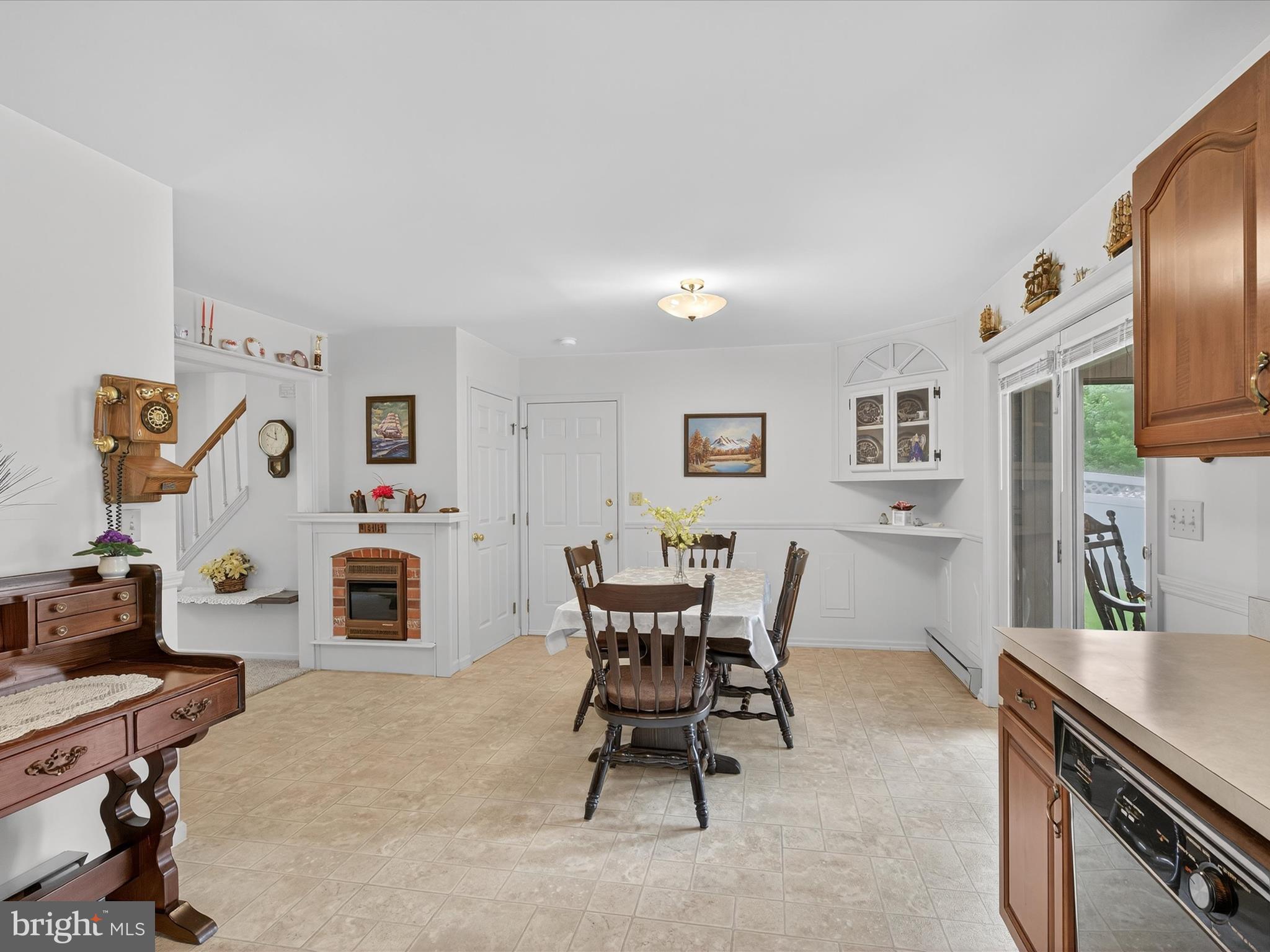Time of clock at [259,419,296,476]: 11:48
